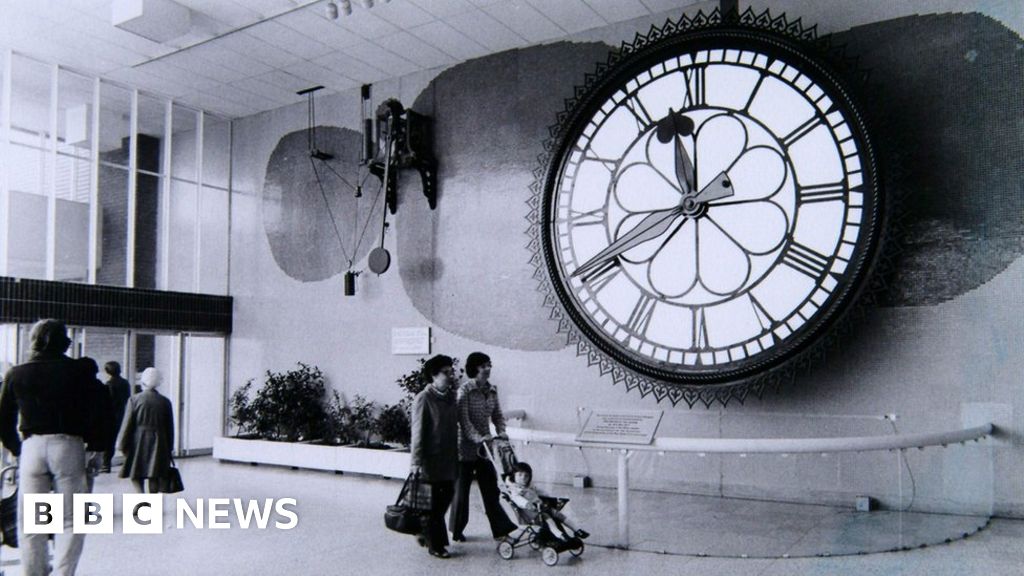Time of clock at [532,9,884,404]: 11:40
